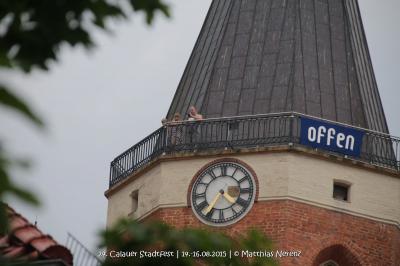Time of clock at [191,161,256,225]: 4:35
